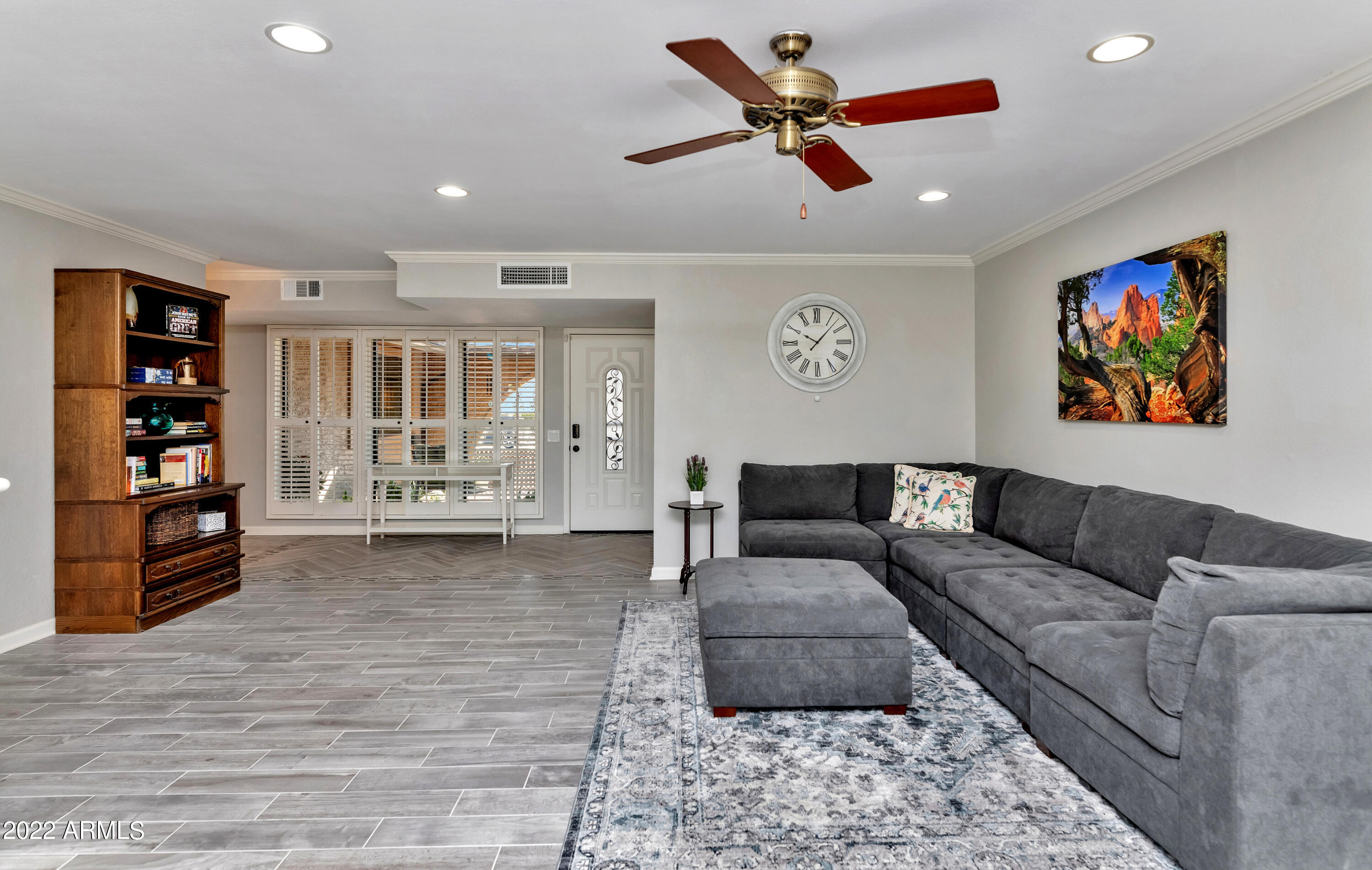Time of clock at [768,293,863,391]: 10:07
